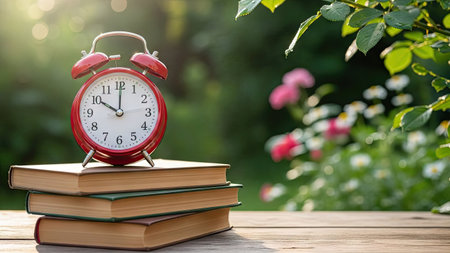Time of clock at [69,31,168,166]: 10:00
